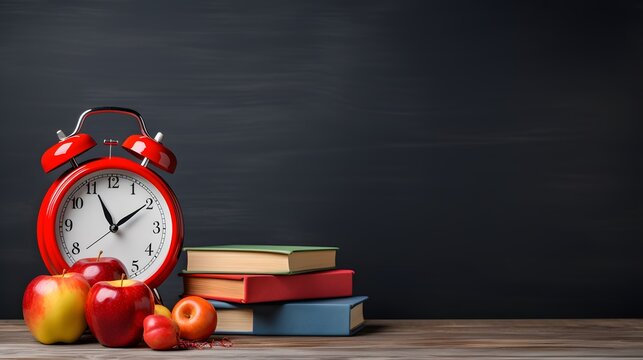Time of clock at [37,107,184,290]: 11:09
